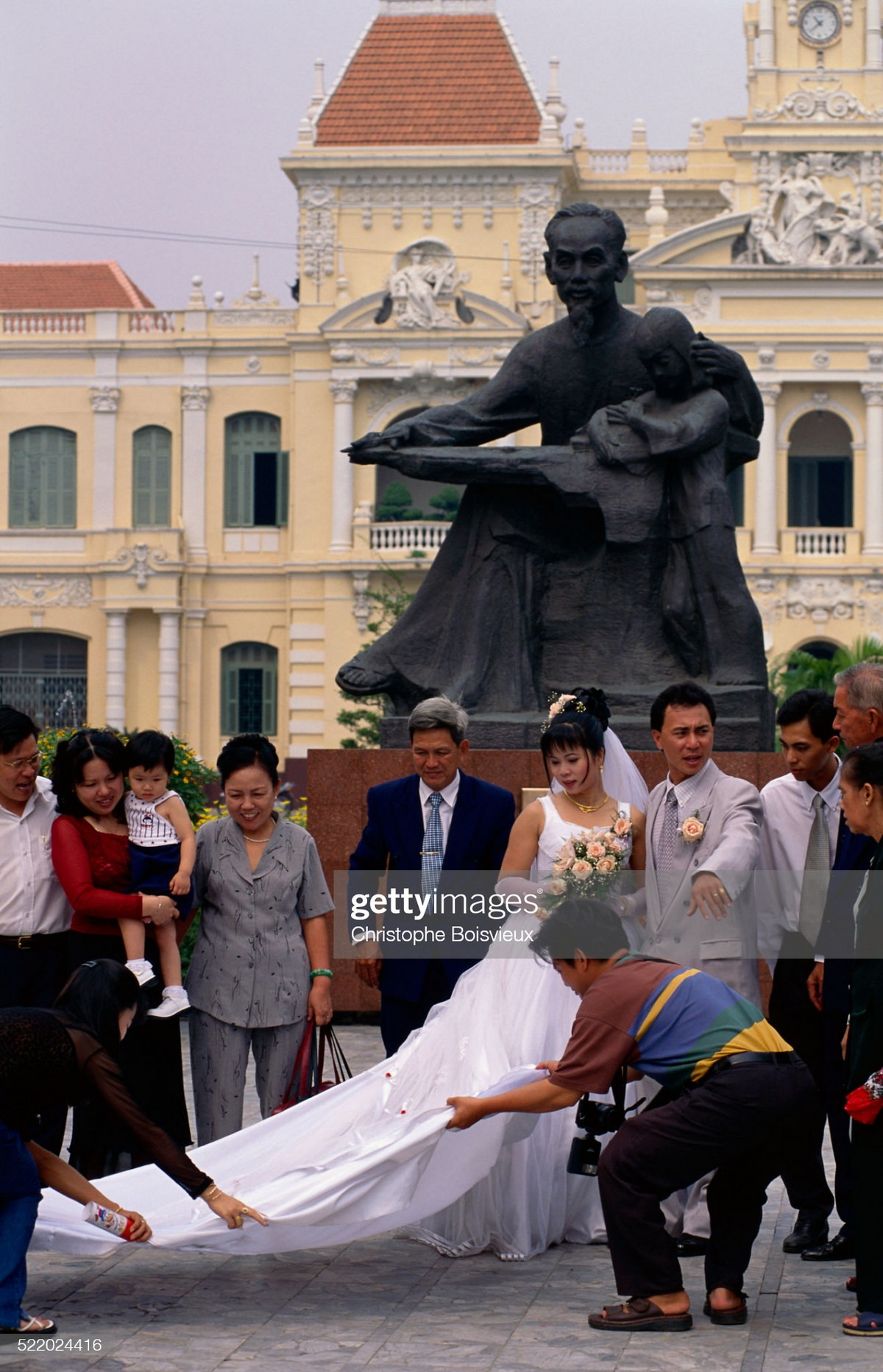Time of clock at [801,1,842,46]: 10:37
